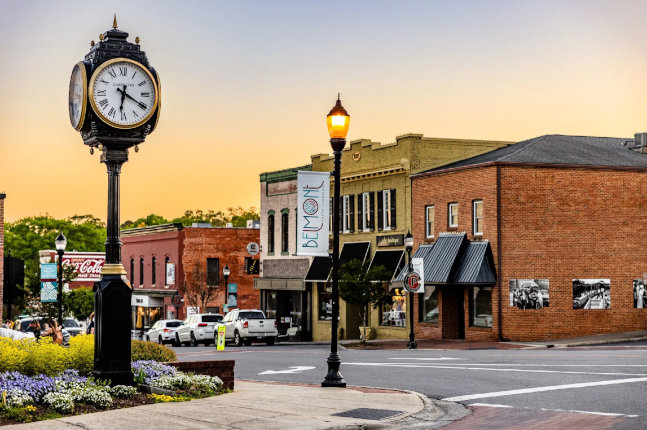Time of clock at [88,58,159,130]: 6:20
